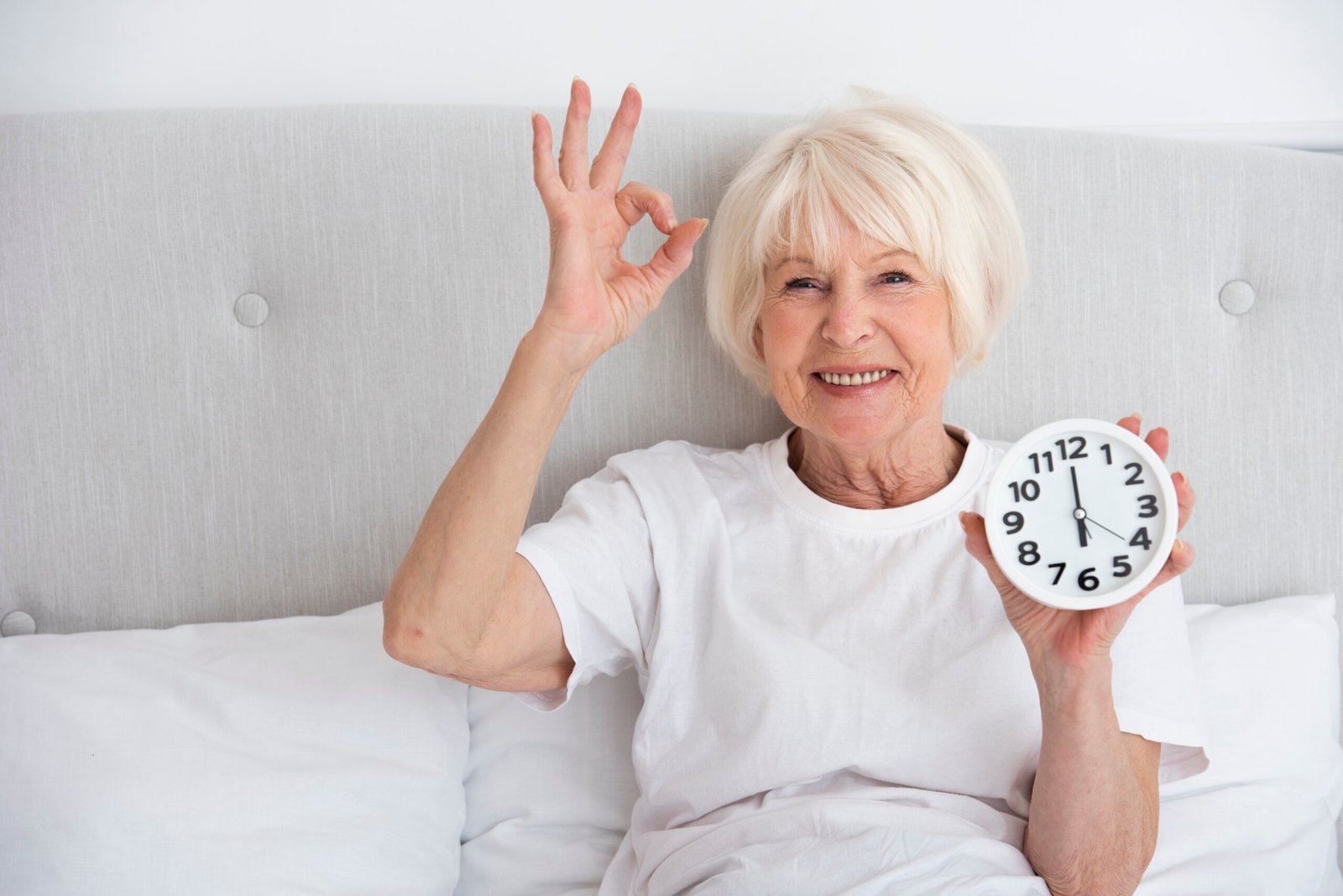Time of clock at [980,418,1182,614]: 5:59
